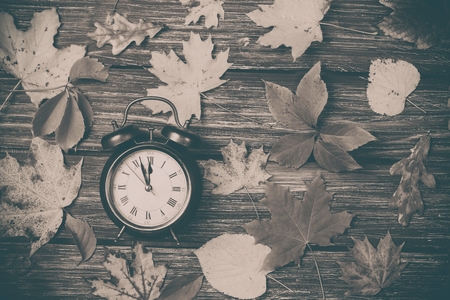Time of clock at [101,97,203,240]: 11:56
